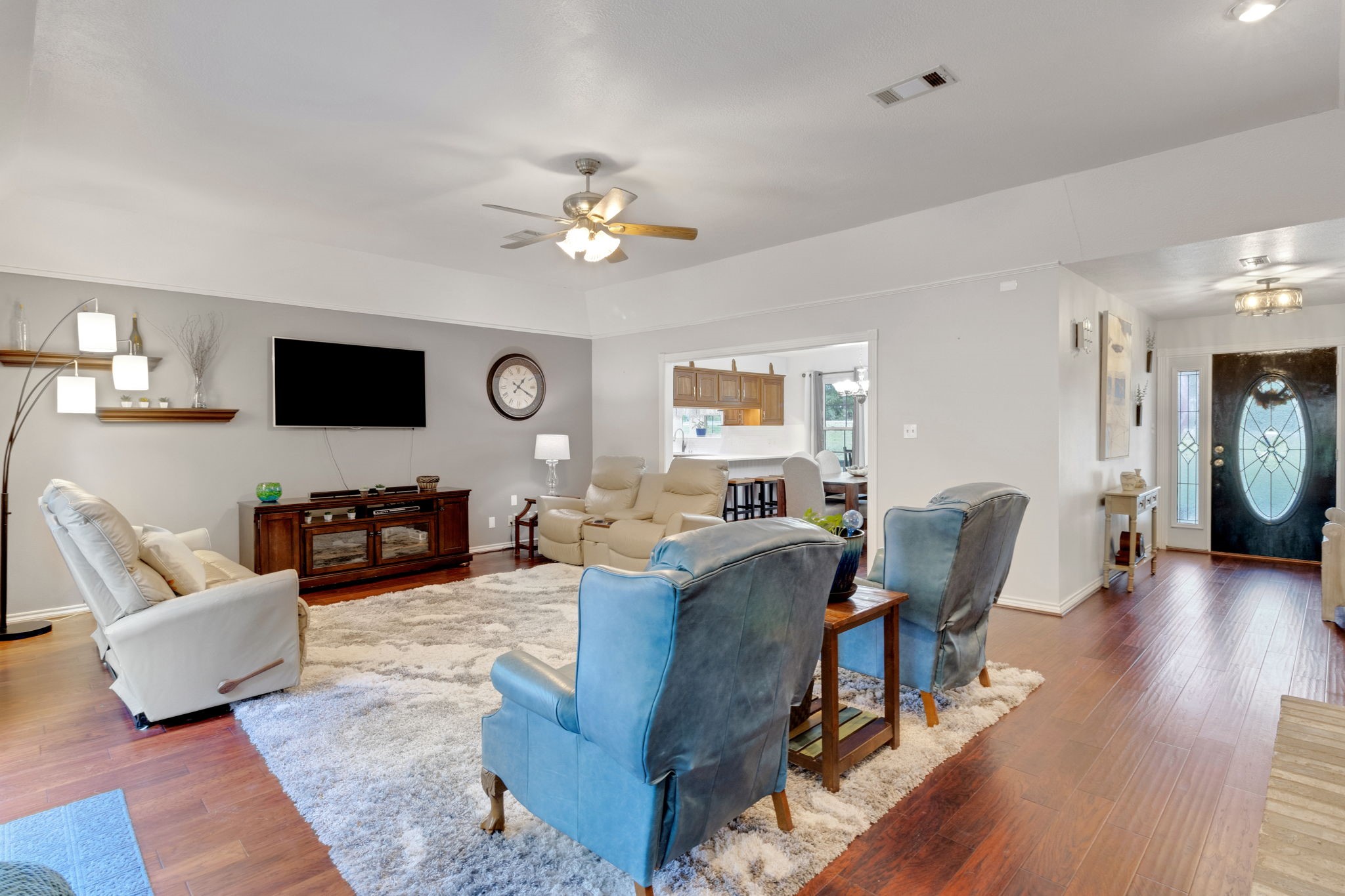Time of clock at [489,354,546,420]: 1:19
